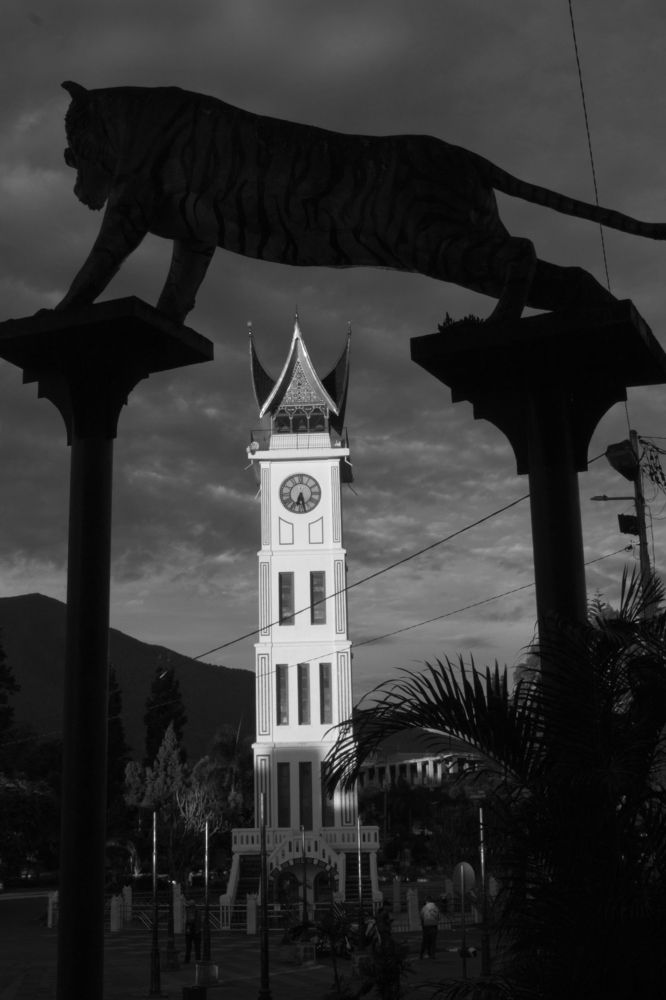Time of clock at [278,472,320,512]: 6:28
